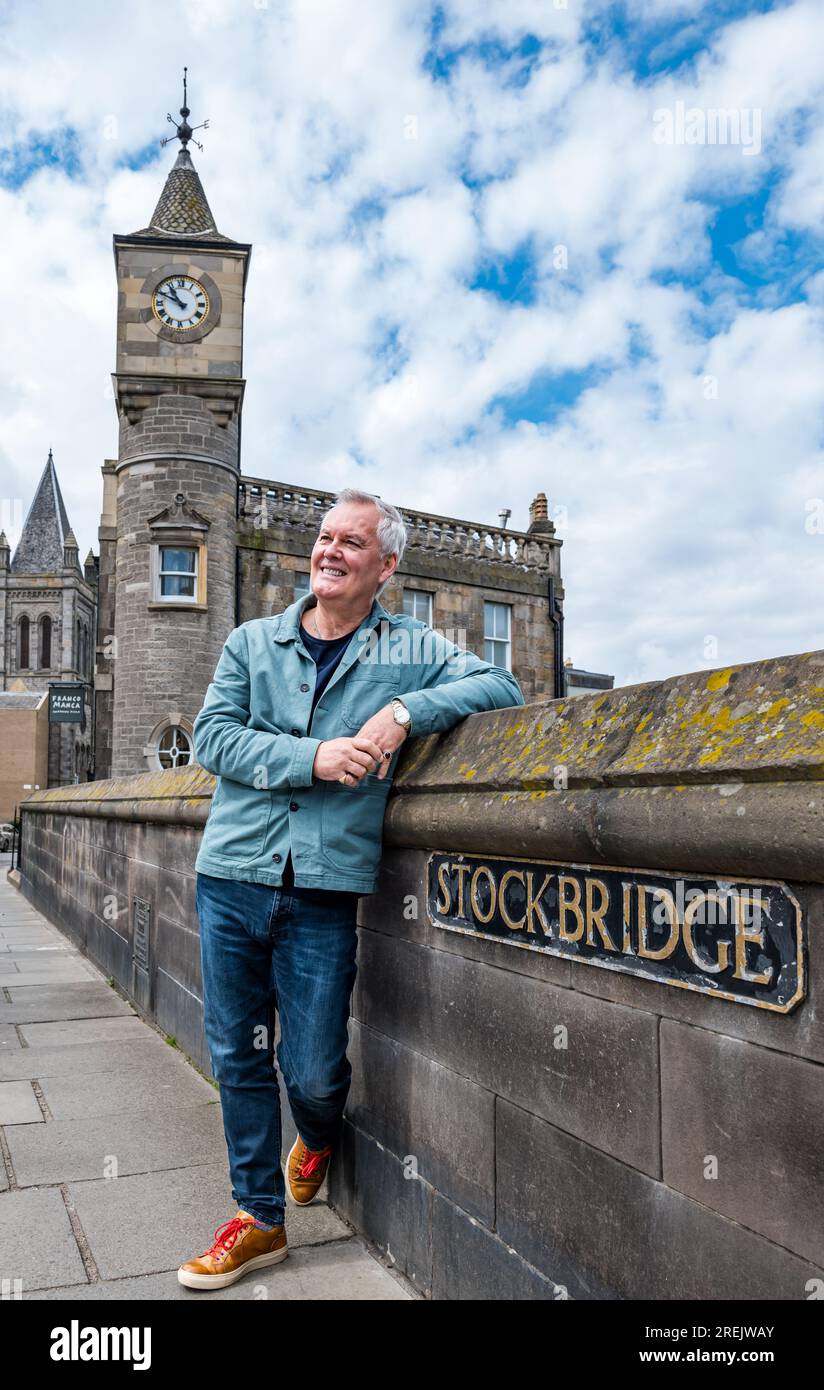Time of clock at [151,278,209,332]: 10:49
